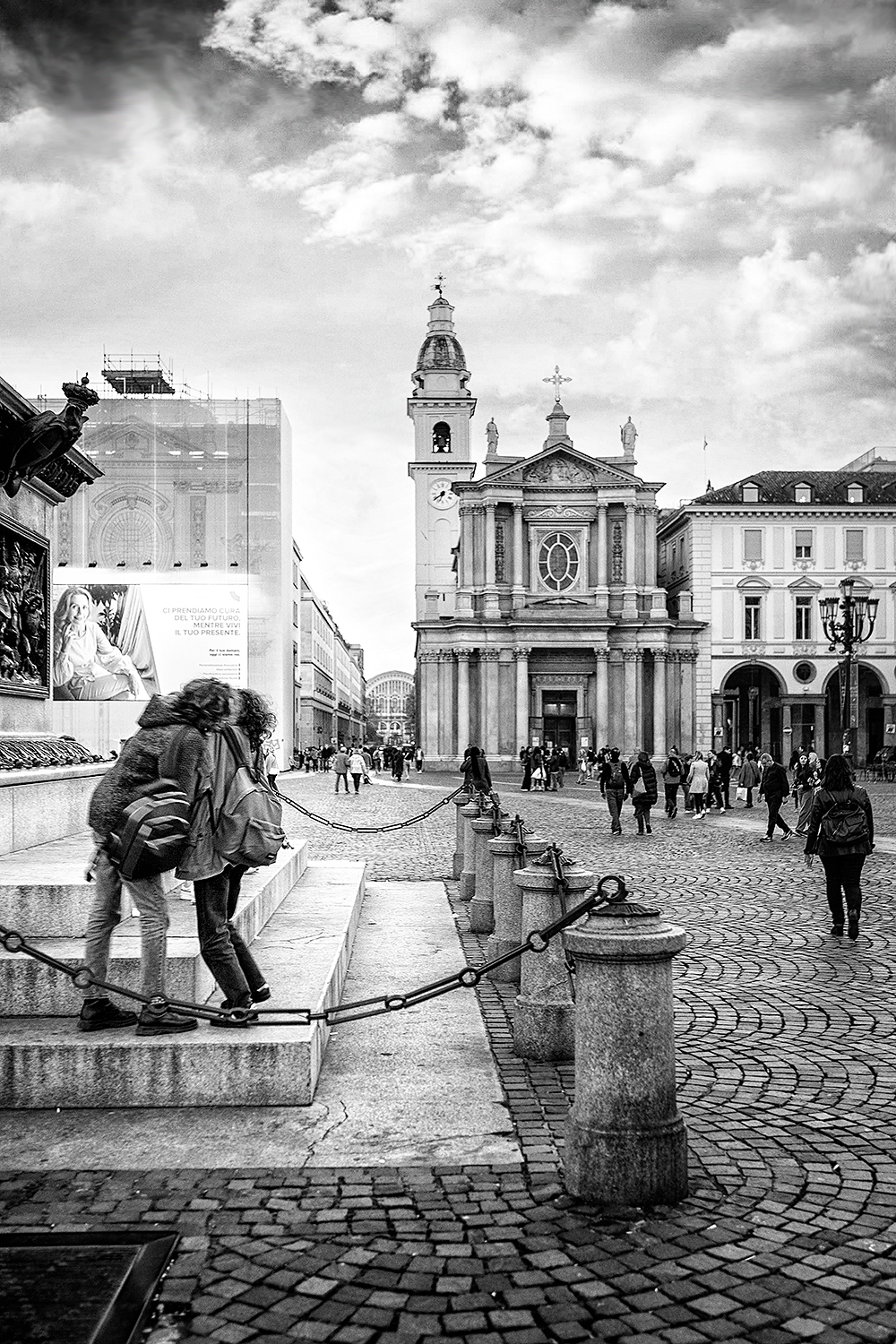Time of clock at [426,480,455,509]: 6:38
